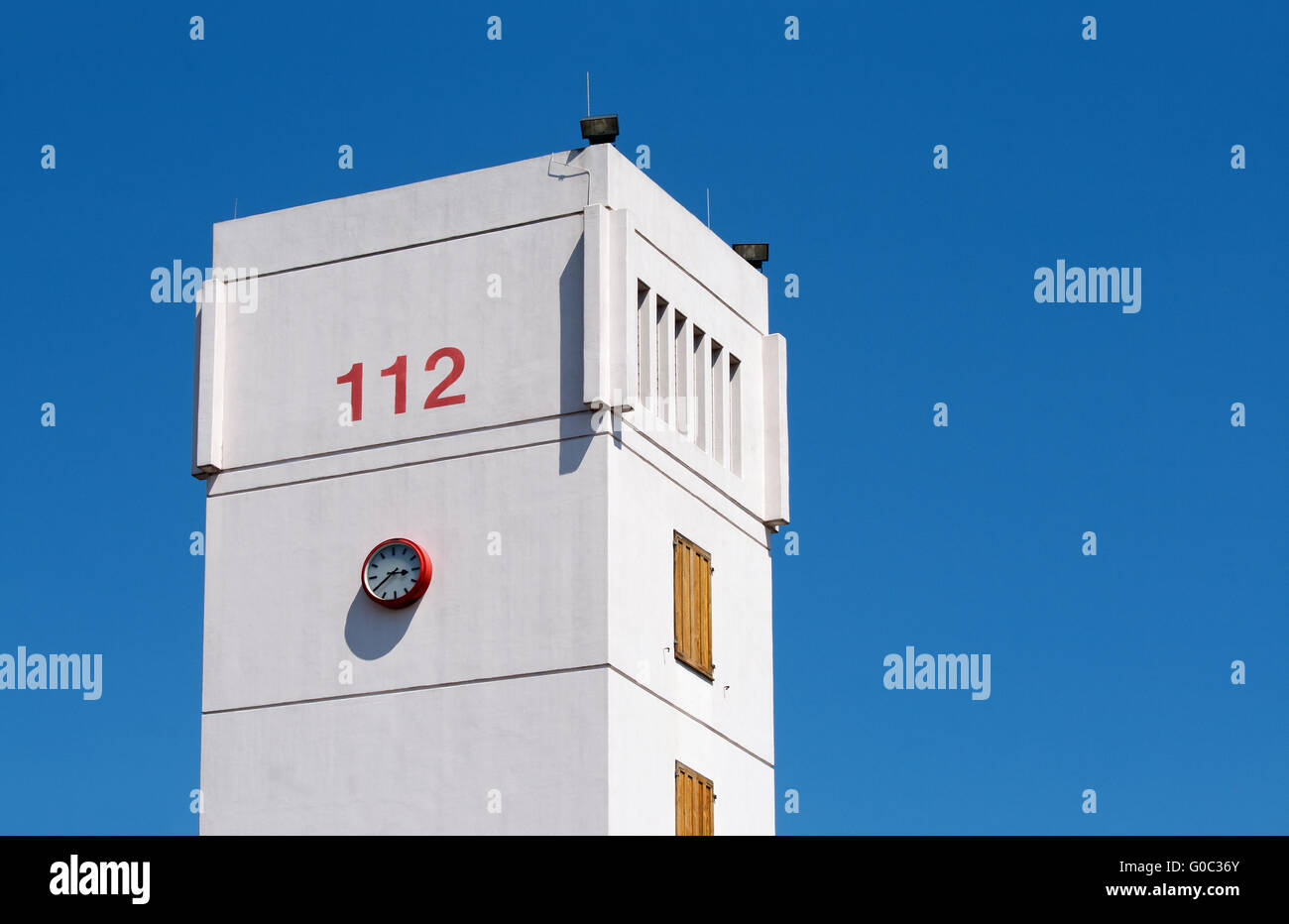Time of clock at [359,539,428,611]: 3:39
